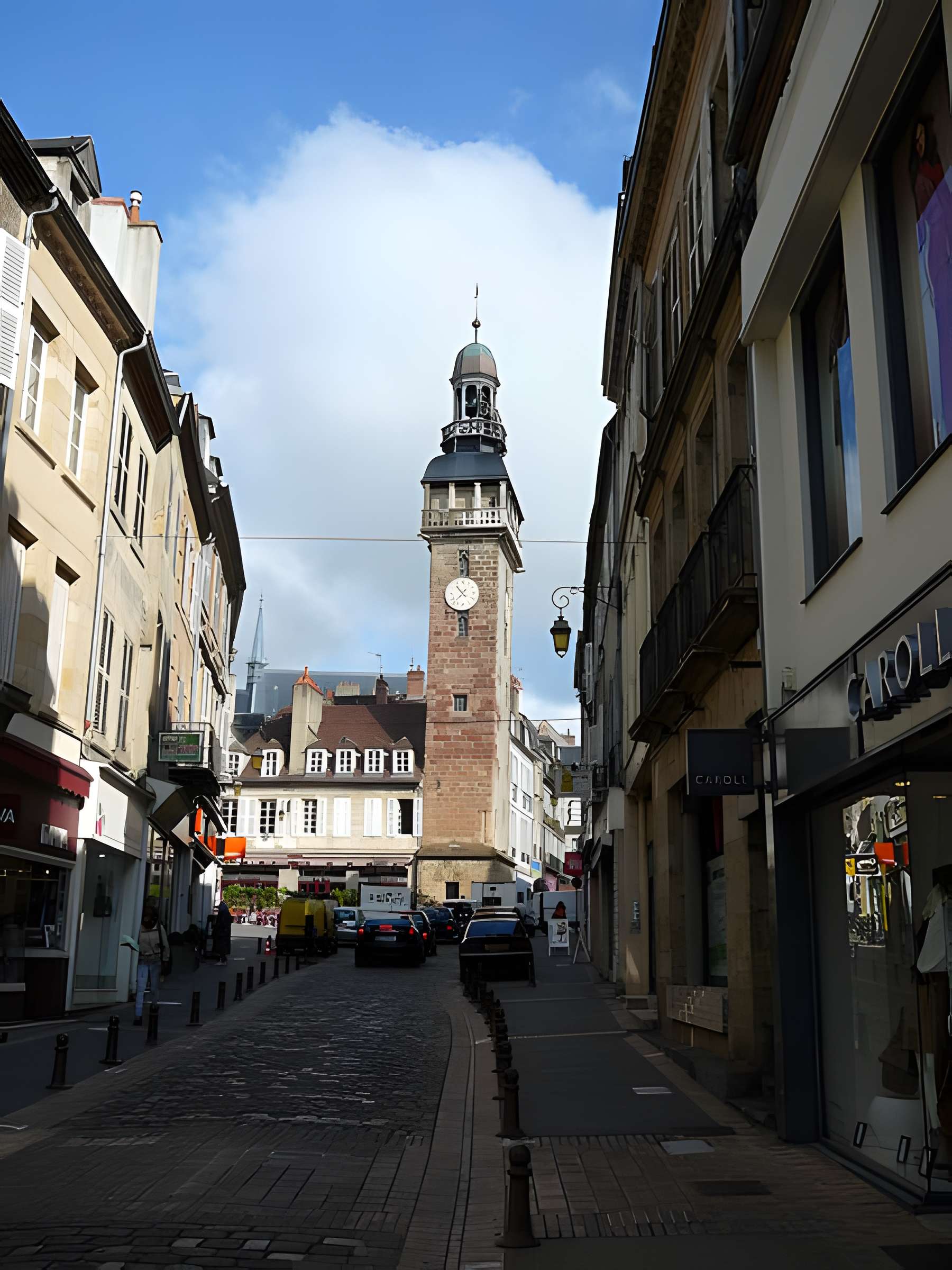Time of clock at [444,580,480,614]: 10:37
